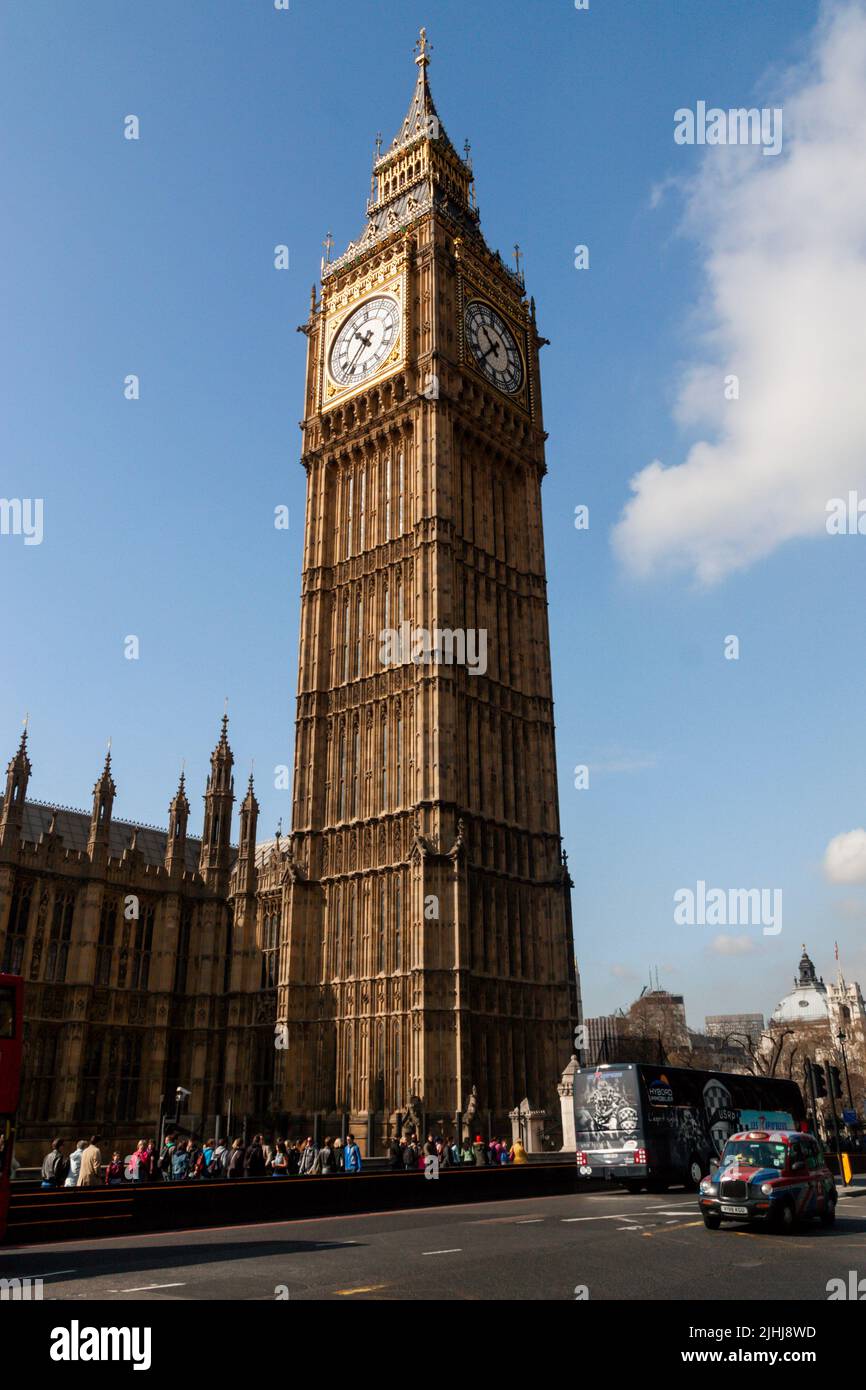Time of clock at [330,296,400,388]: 10:37
